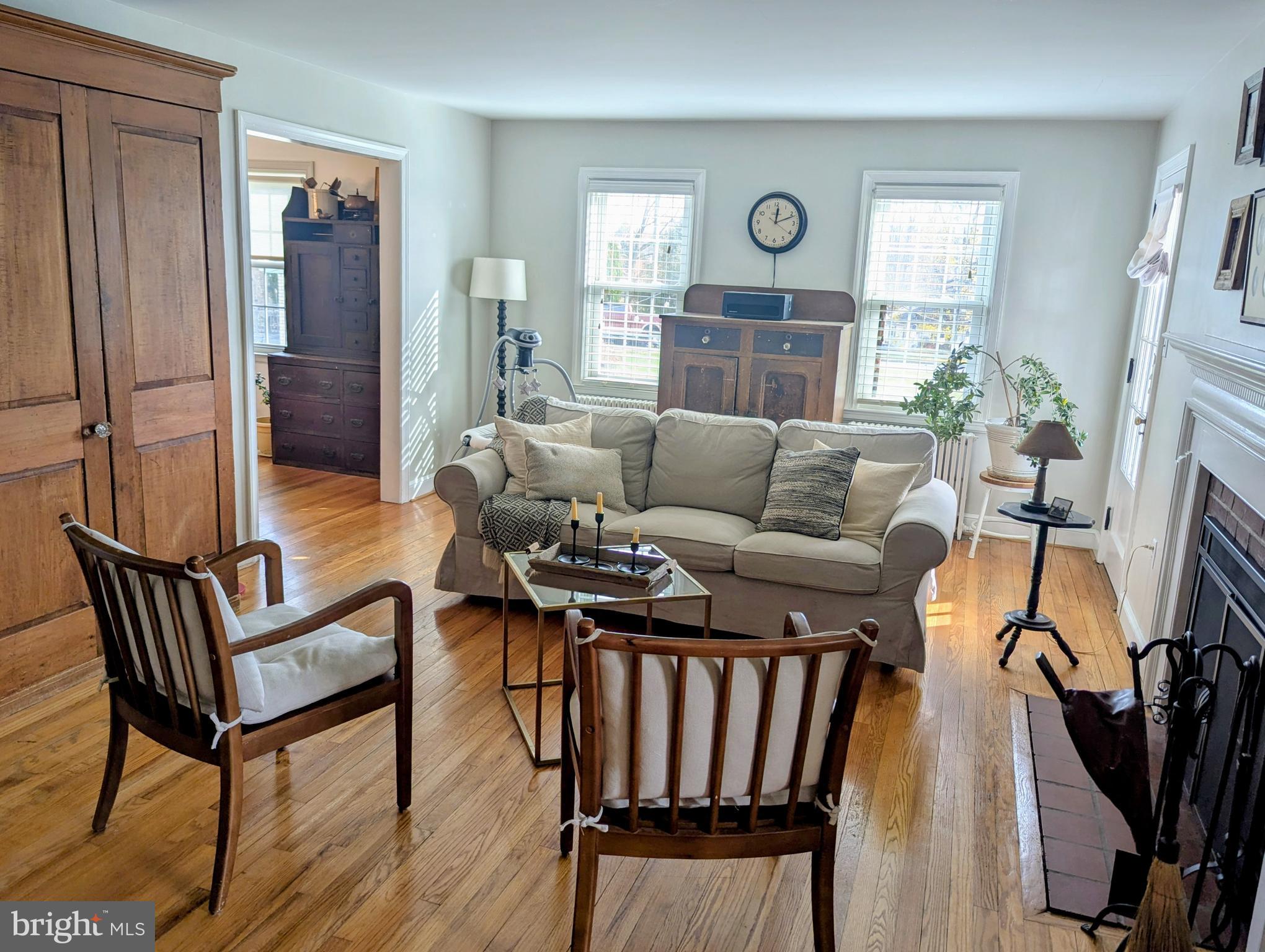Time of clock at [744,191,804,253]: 12:11
